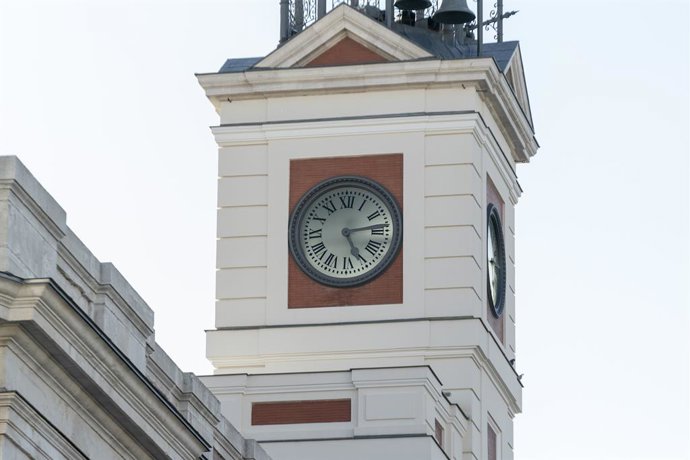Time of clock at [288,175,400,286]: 5:13
